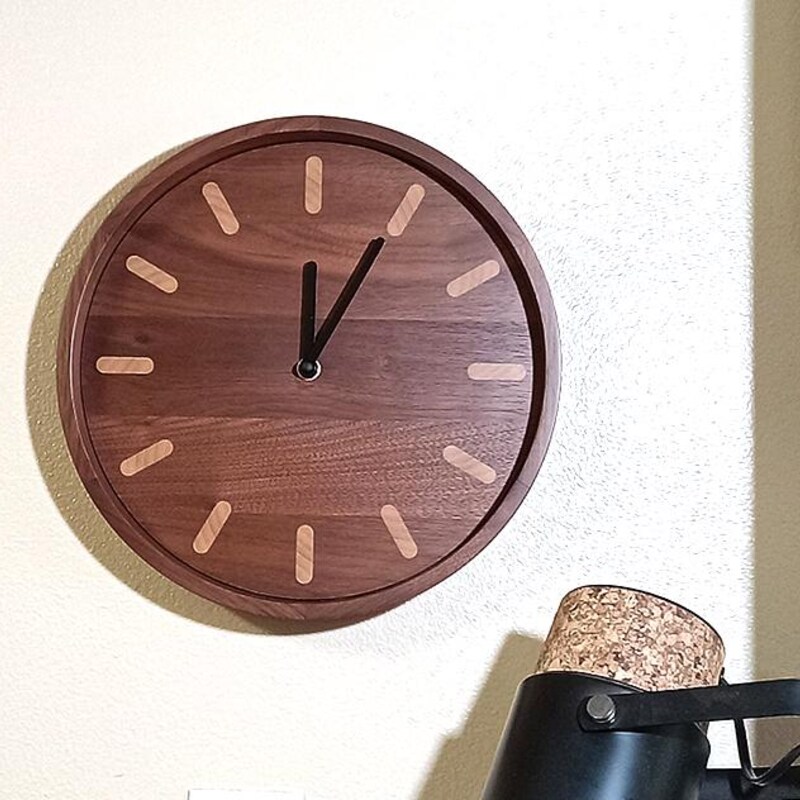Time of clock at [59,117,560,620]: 12:04
